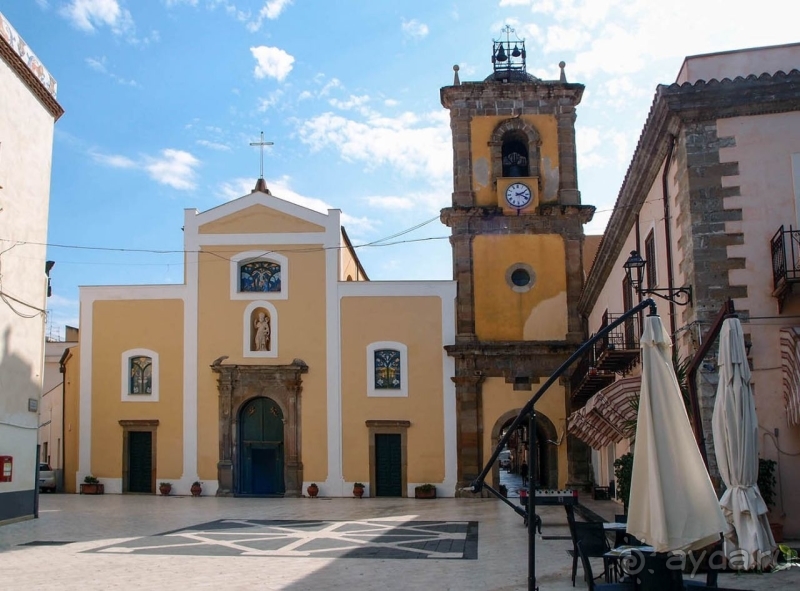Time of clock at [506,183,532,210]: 2:18
